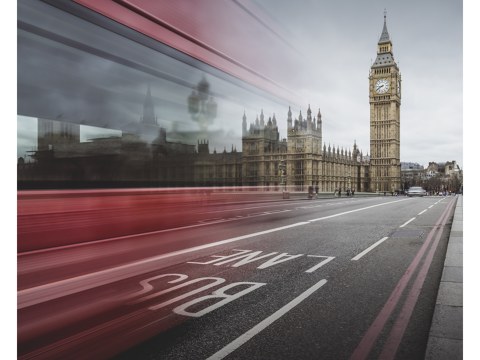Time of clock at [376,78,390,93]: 8:39
